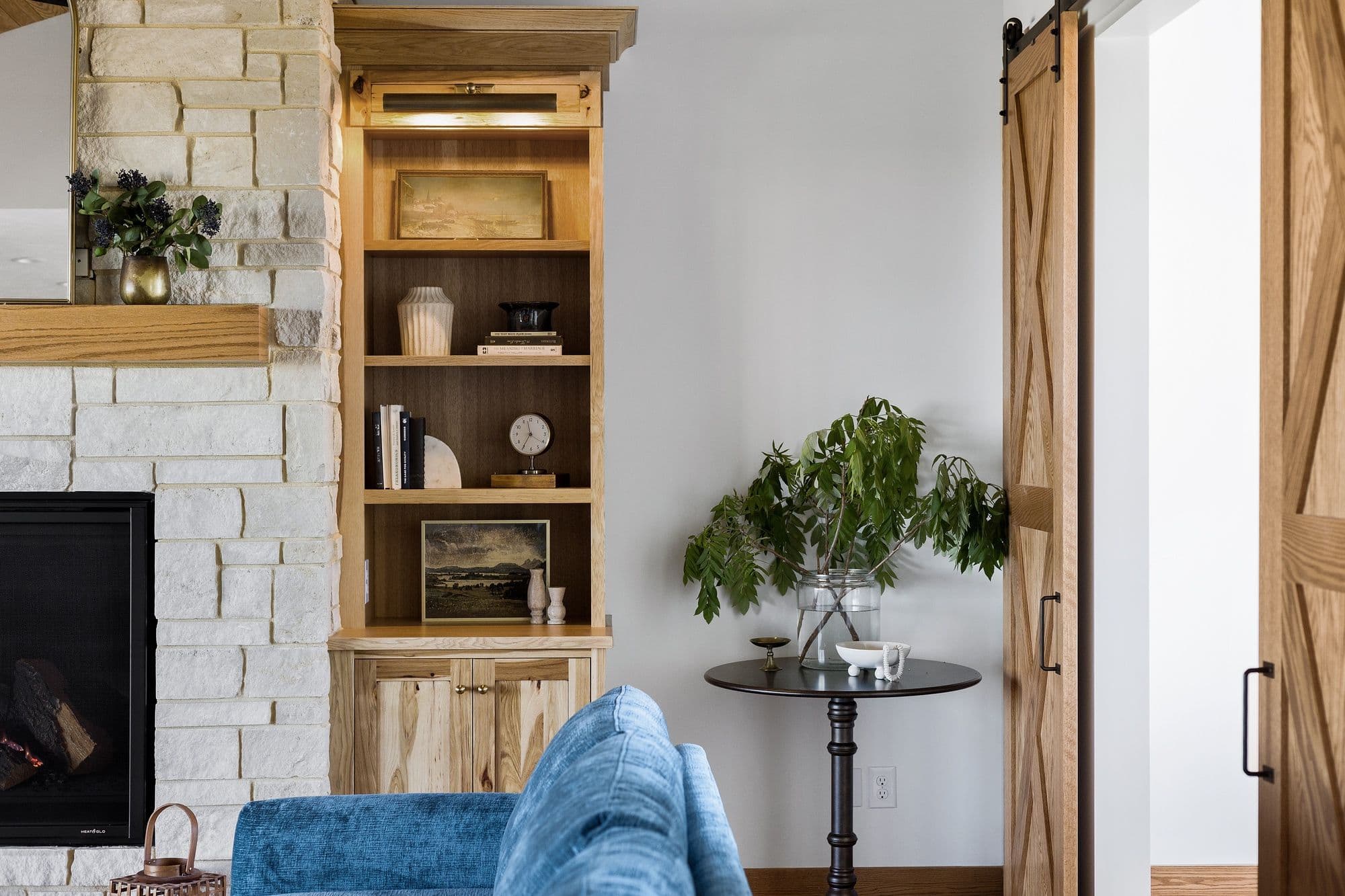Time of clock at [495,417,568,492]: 11:35
